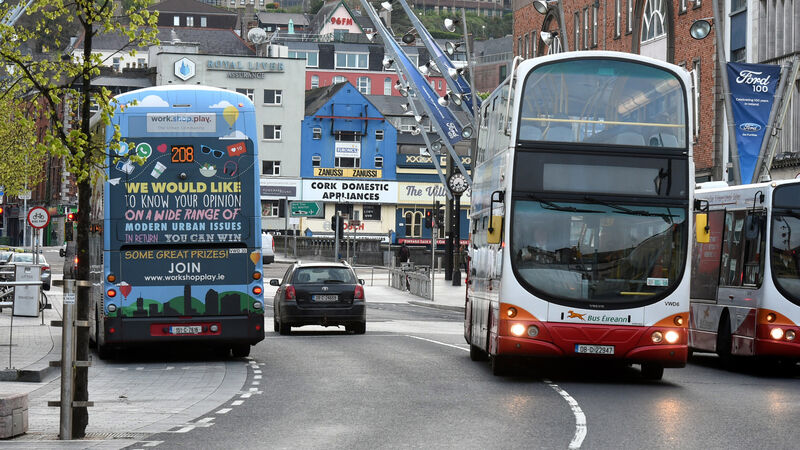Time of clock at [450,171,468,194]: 7:27
